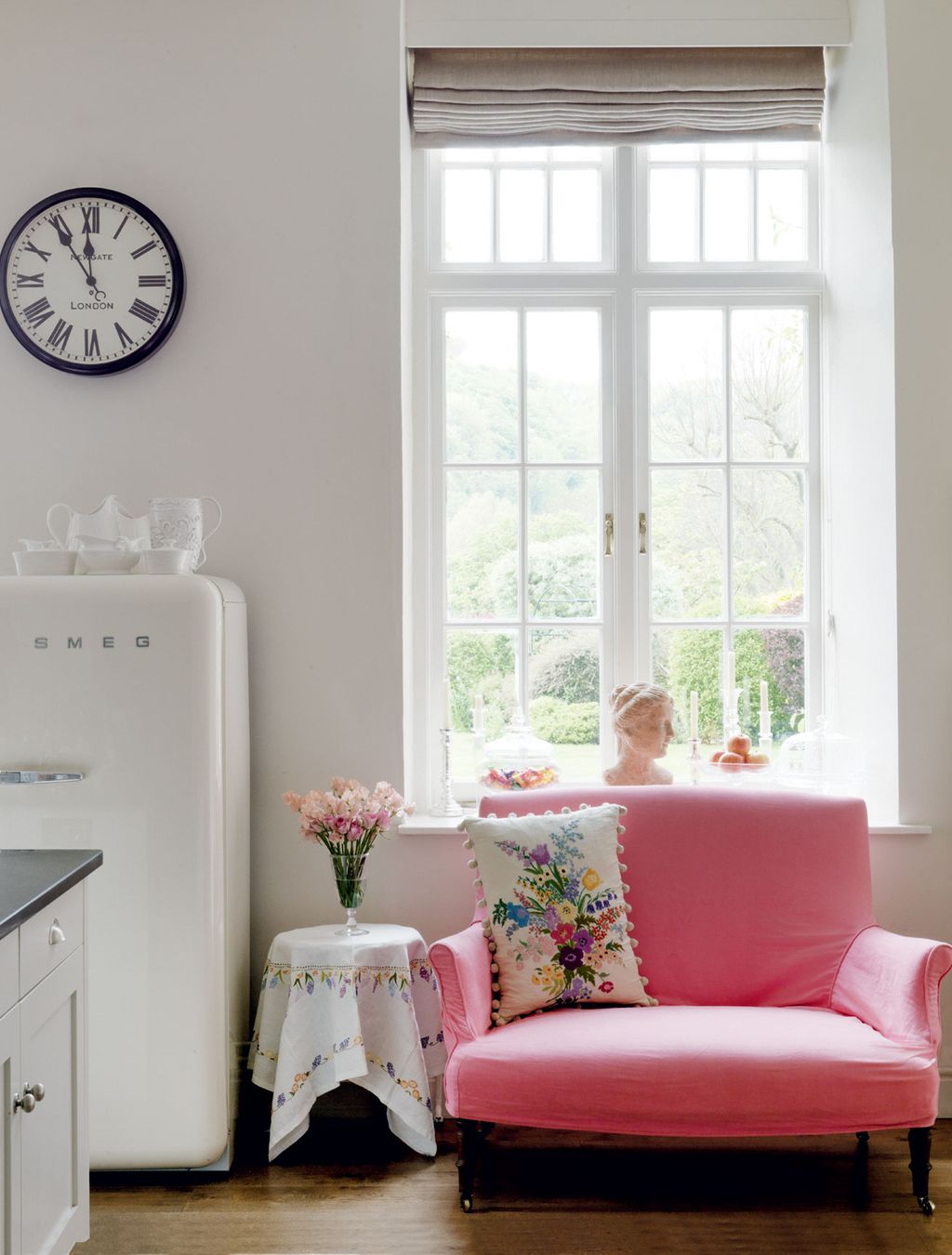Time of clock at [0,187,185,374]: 11:54
